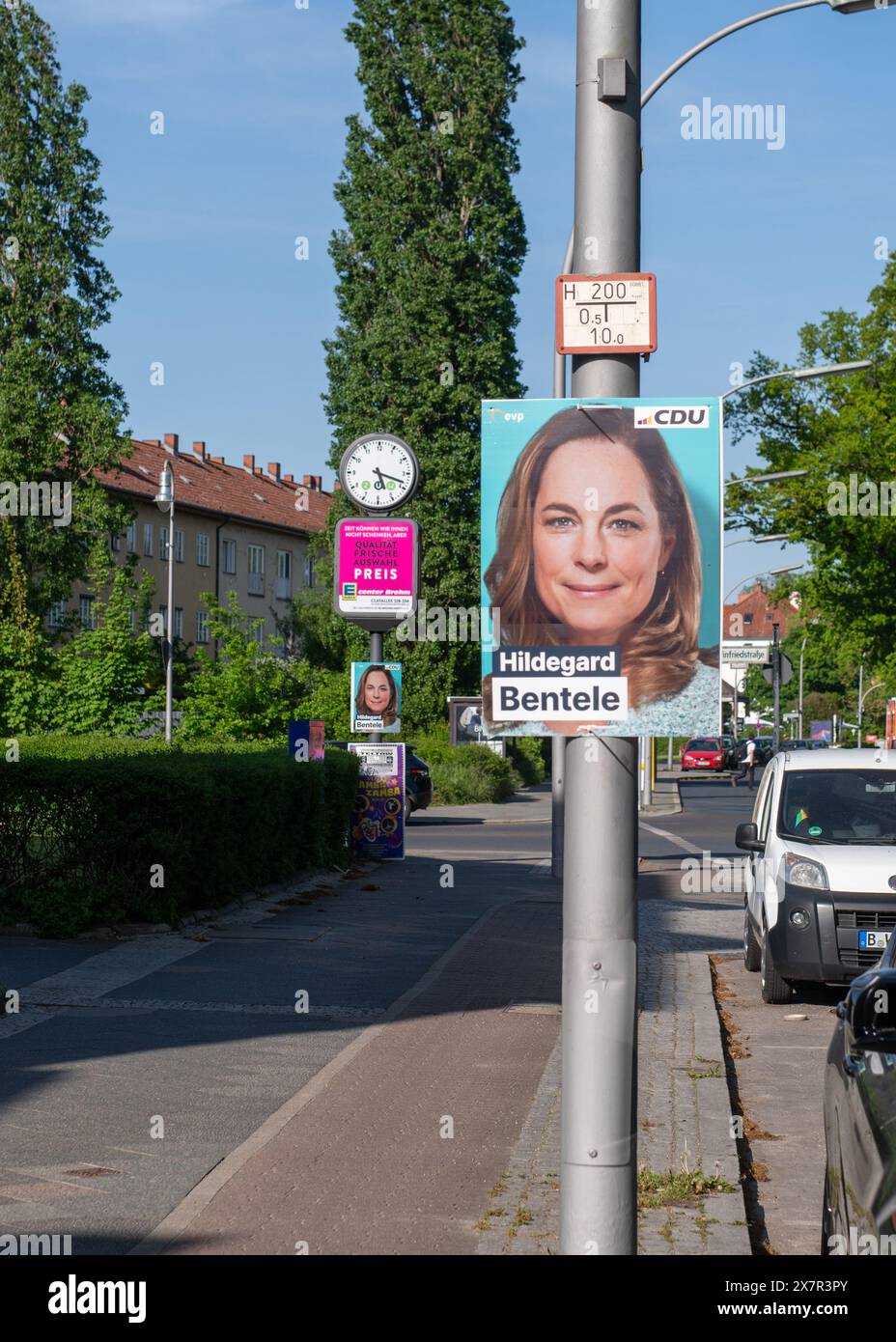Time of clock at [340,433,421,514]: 5:18
